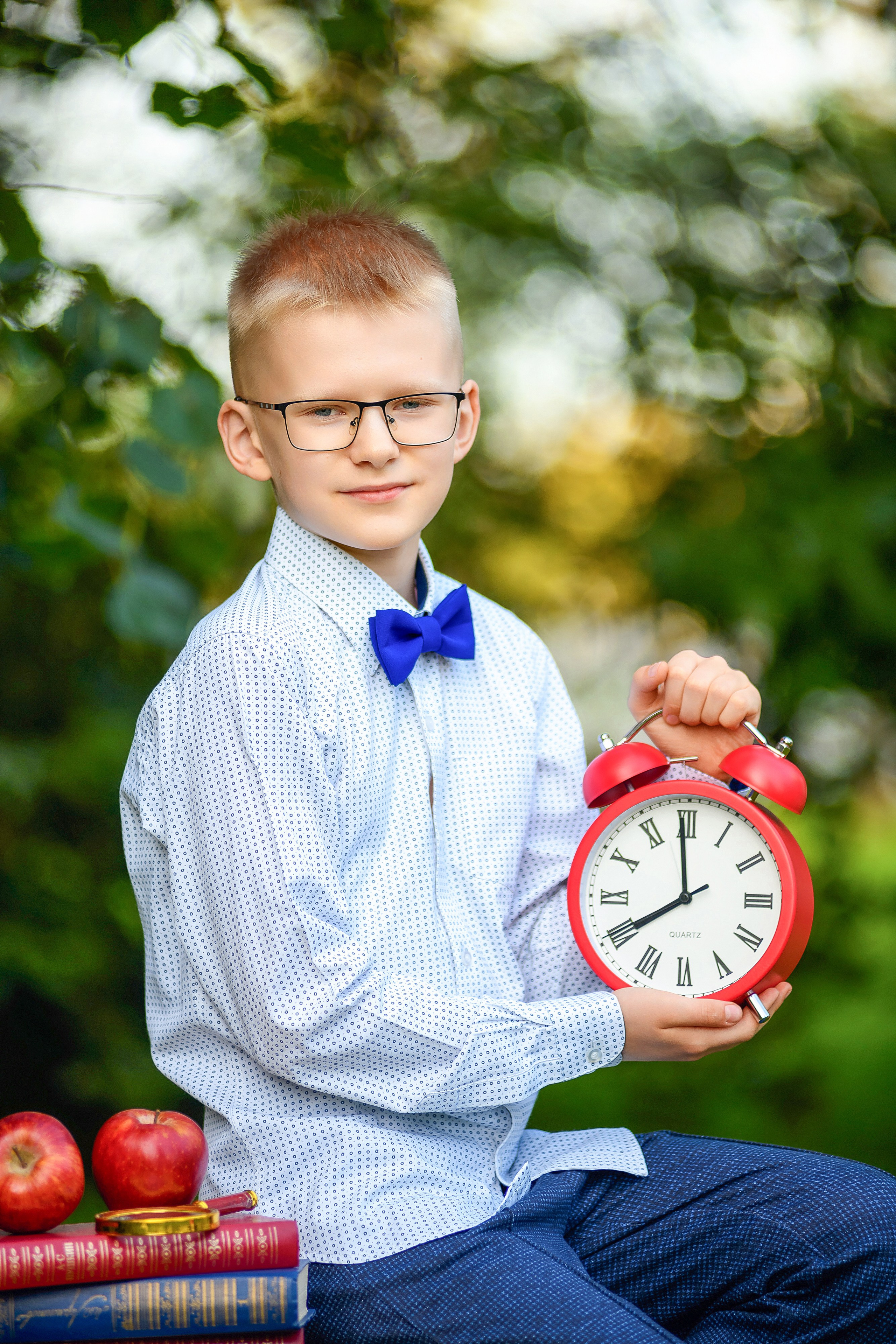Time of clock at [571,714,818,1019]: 7:59
